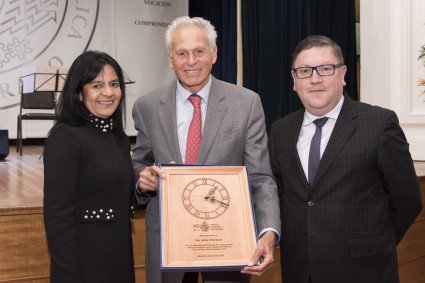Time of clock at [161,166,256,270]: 1:18
